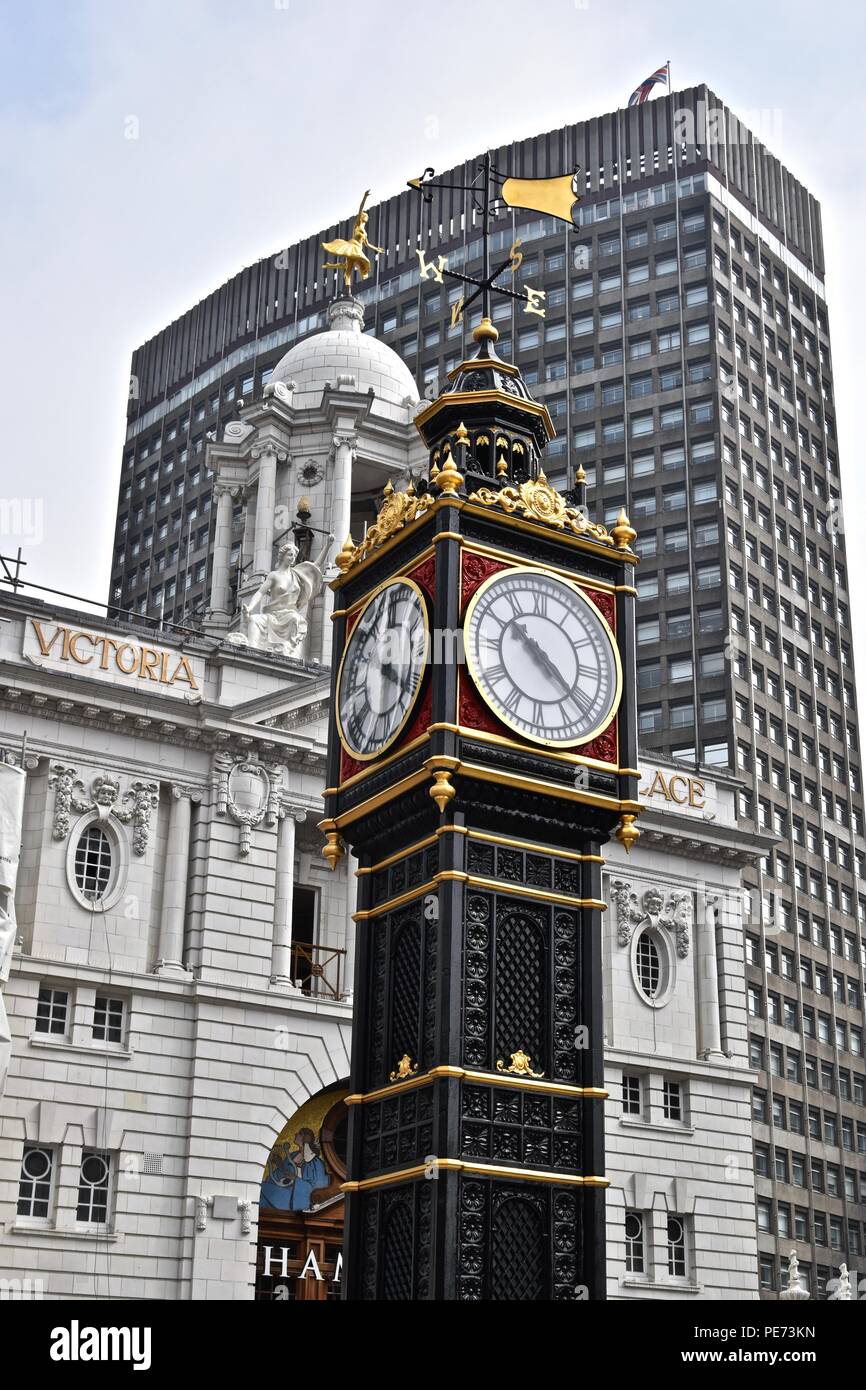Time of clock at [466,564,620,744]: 10:21
